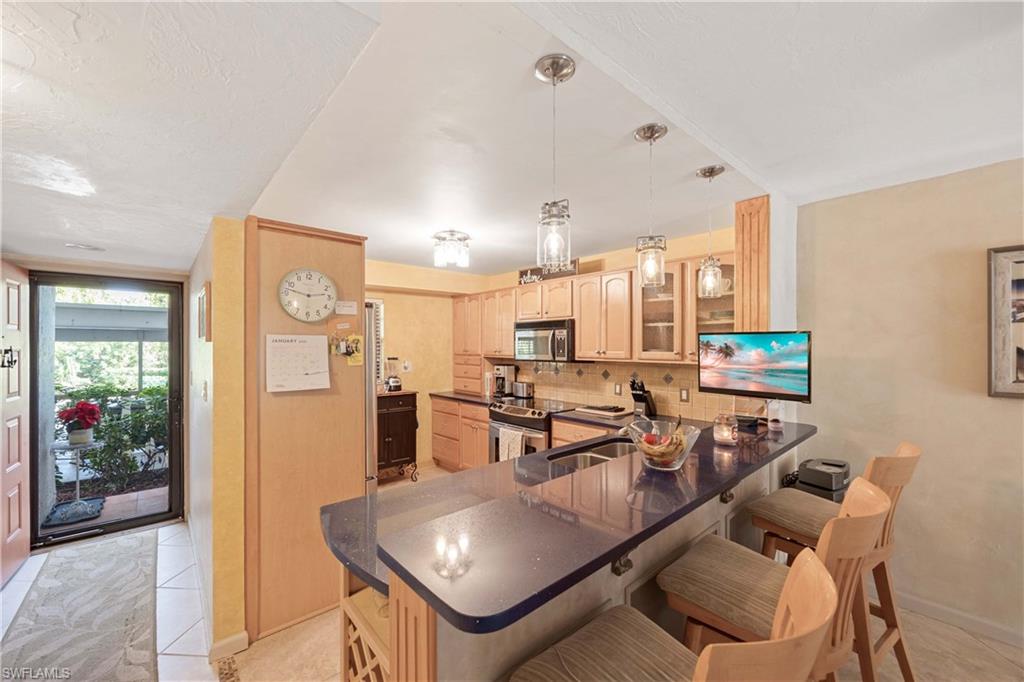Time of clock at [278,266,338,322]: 2:47
